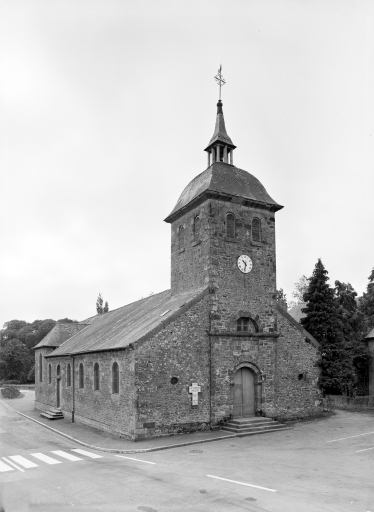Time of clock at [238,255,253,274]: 10:32
